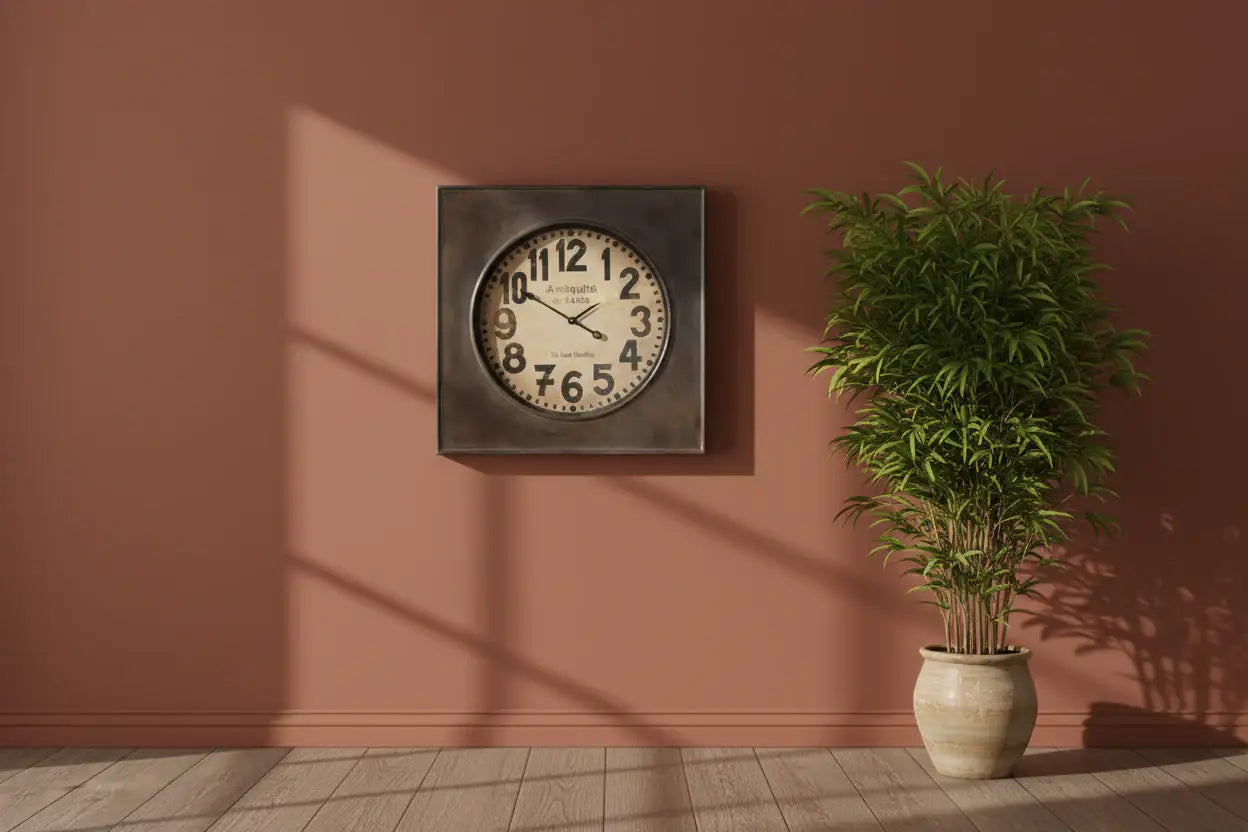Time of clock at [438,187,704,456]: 1:50
